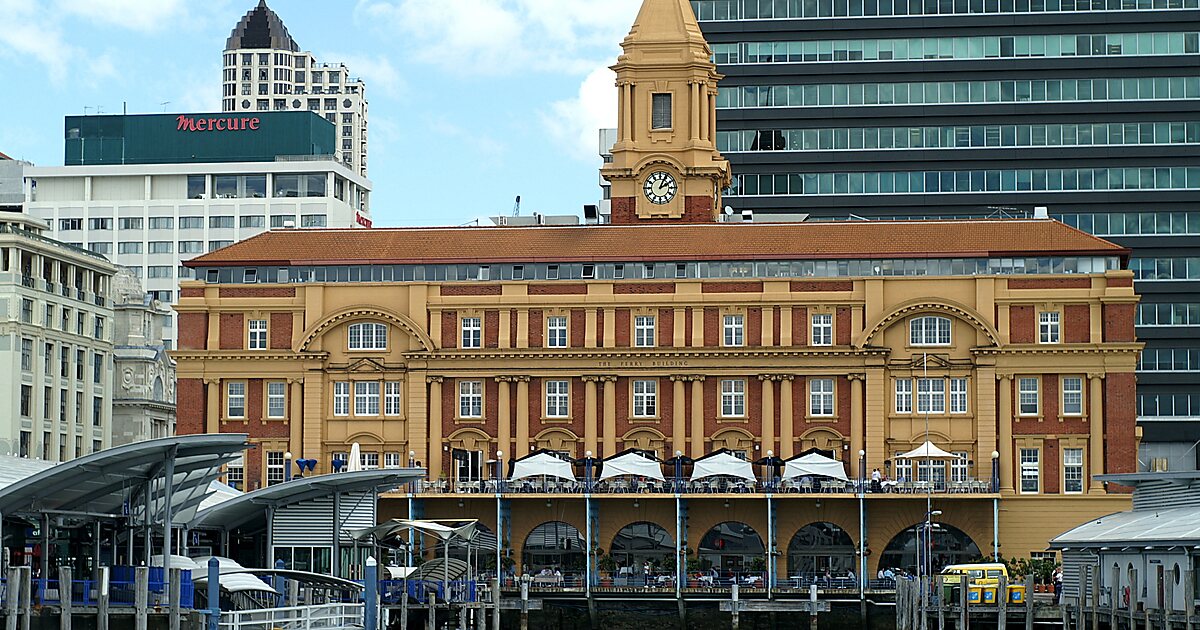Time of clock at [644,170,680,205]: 2:04
